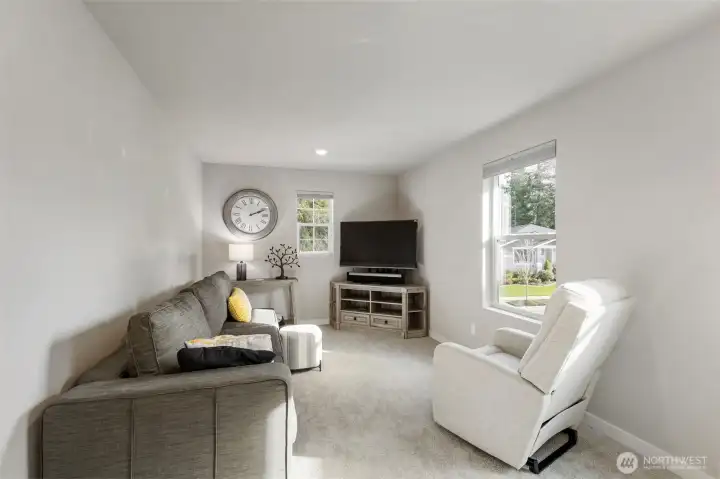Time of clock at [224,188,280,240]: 2:11
